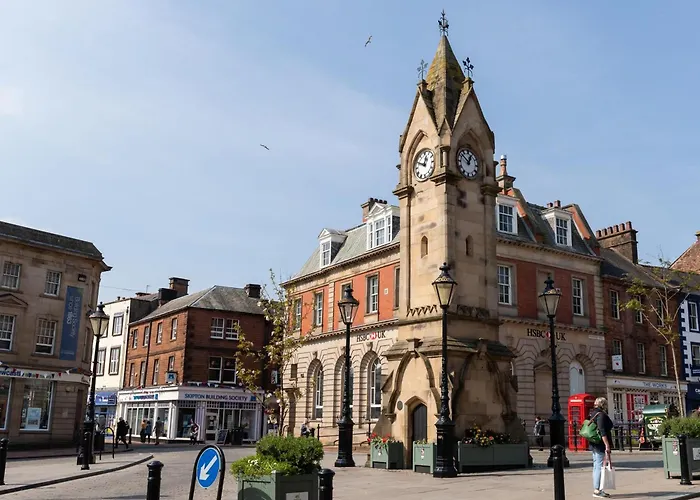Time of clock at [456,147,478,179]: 12:51
